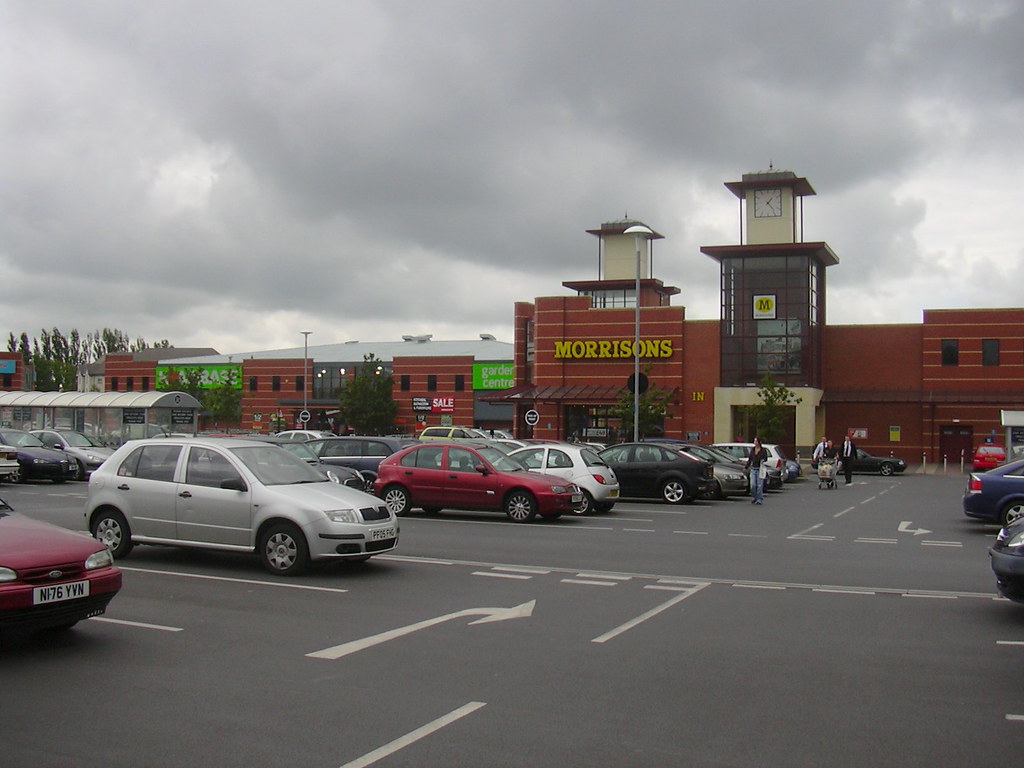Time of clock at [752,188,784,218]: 1:23
